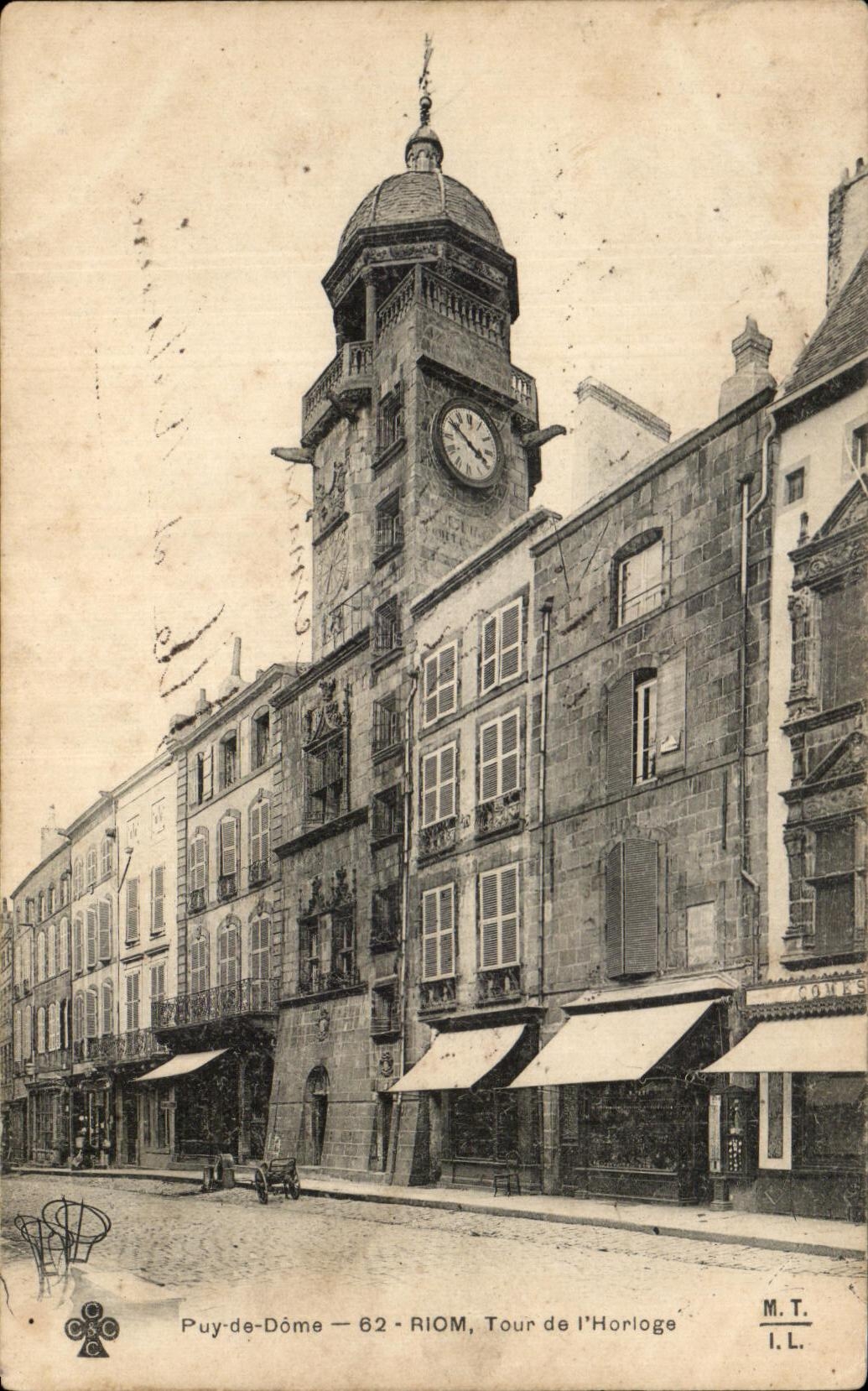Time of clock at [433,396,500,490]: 3:50
